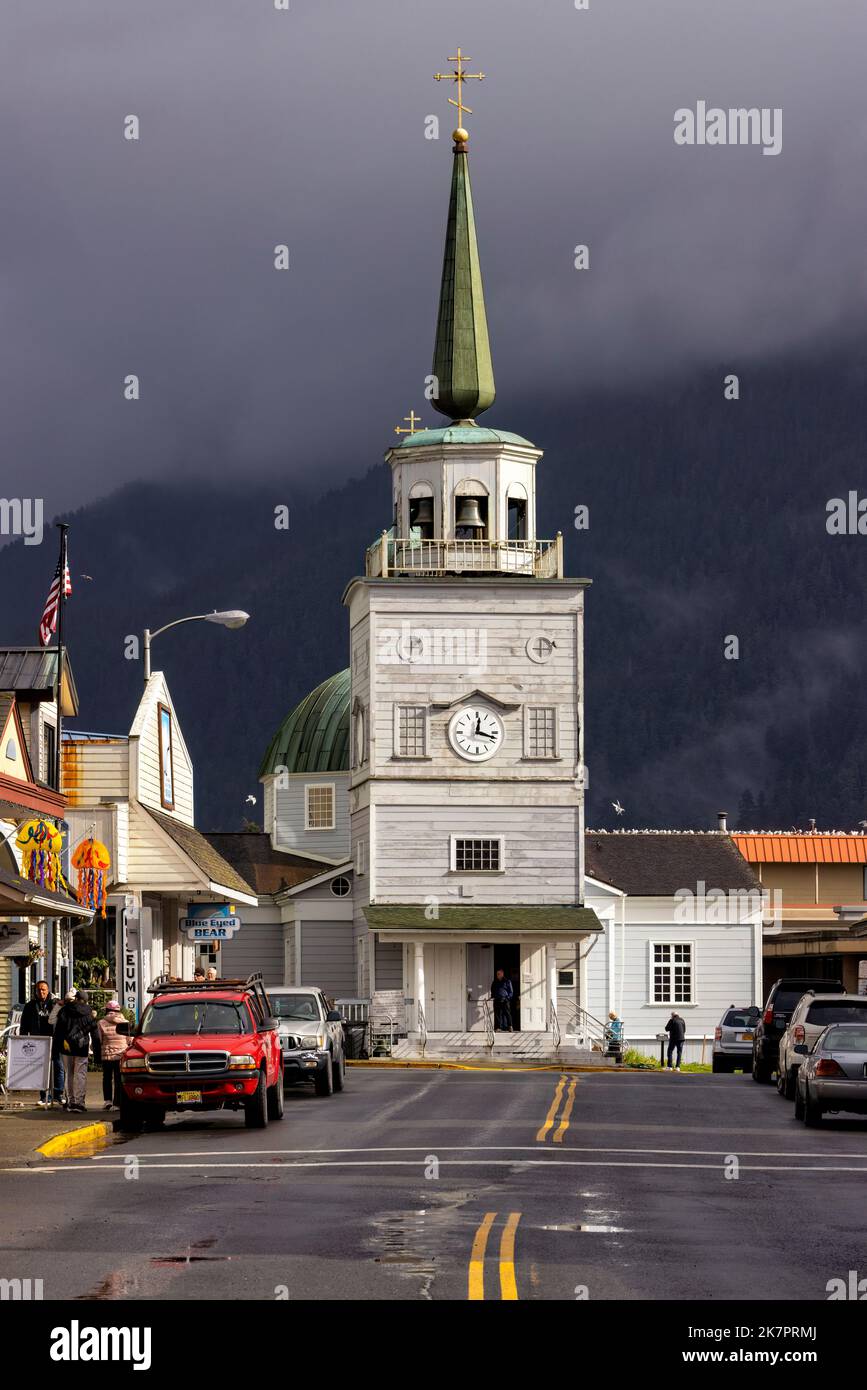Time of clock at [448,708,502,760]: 12:17
